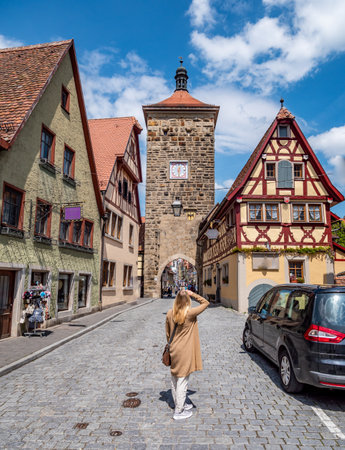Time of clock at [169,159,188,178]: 12:28
